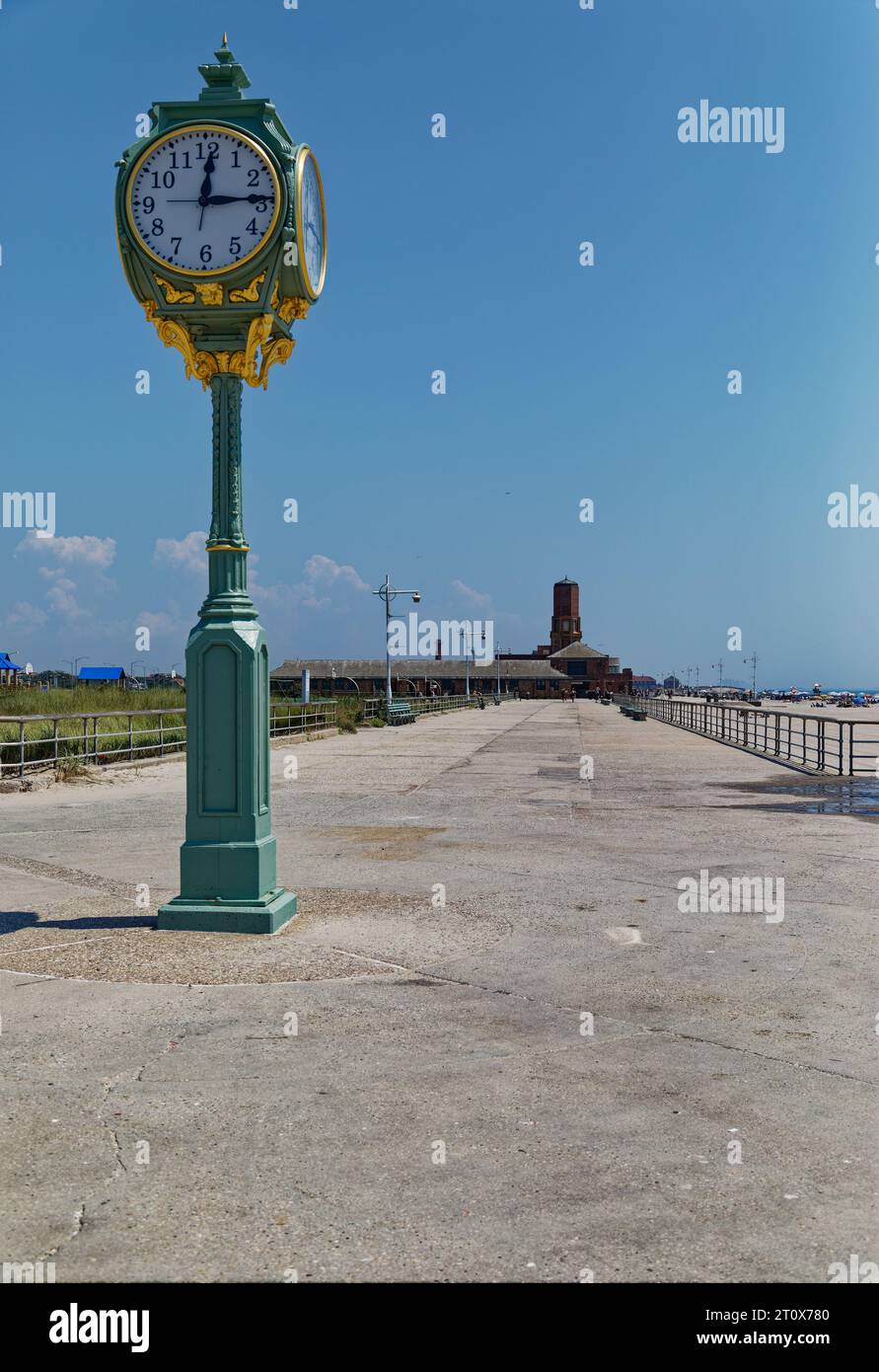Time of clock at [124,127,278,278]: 12:14
